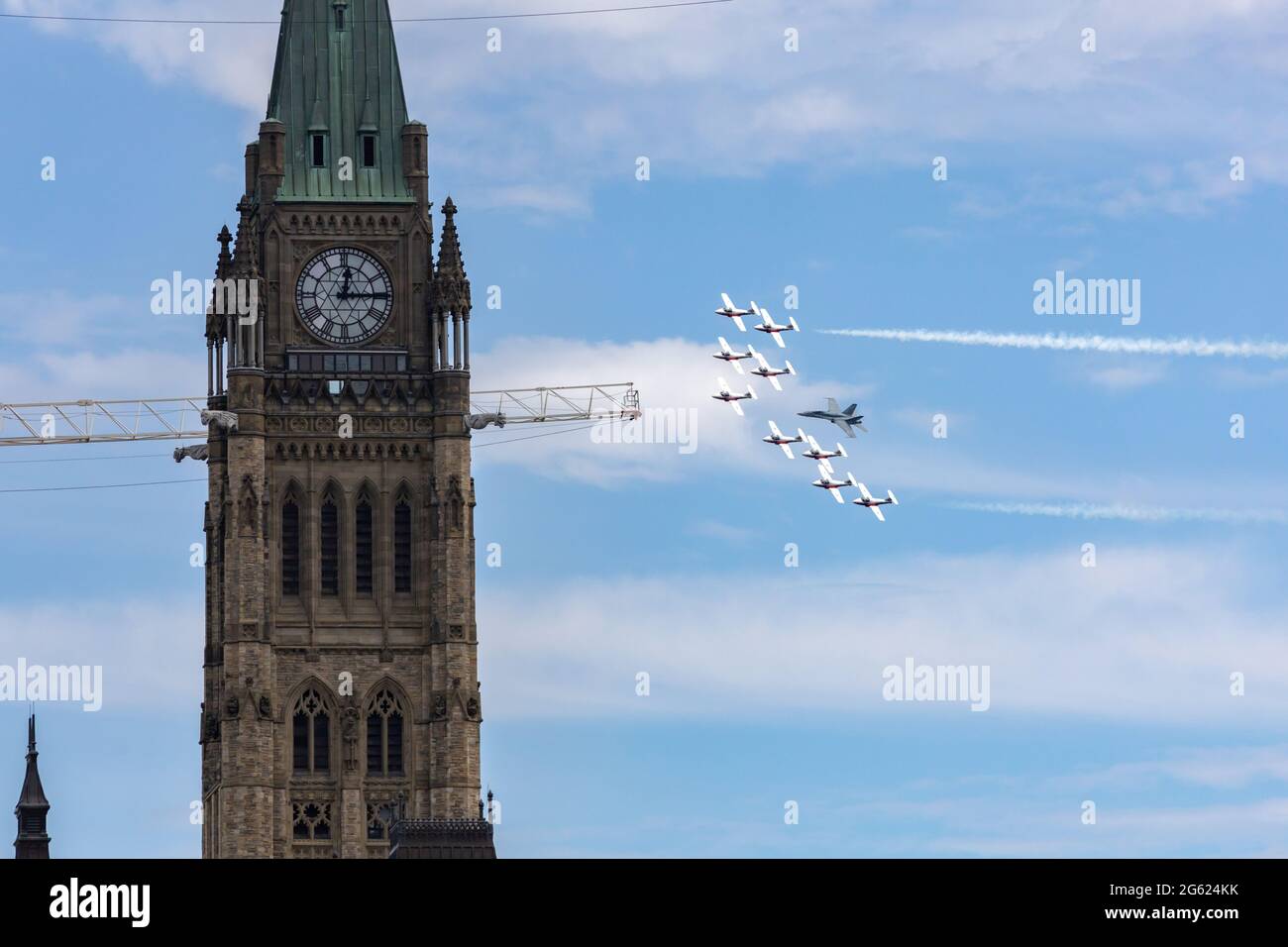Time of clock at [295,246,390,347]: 12:14
